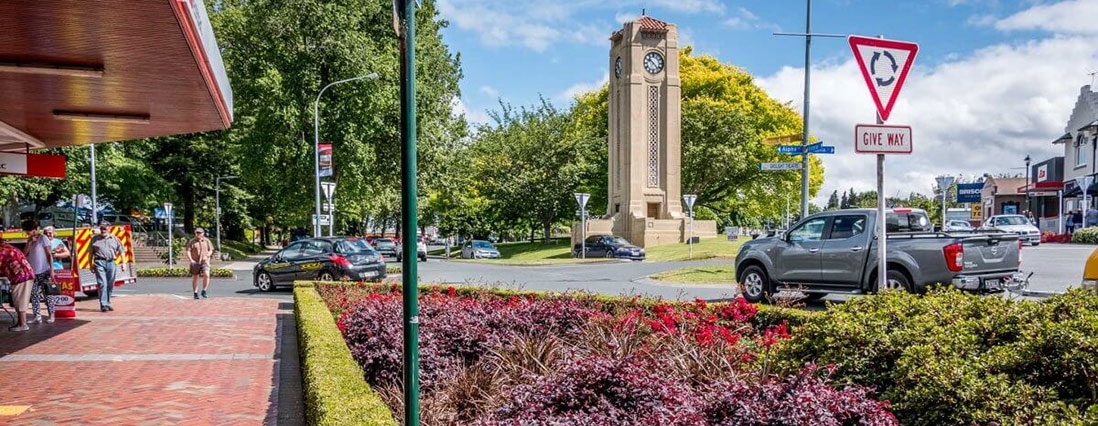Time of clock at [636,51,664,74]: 10:22
